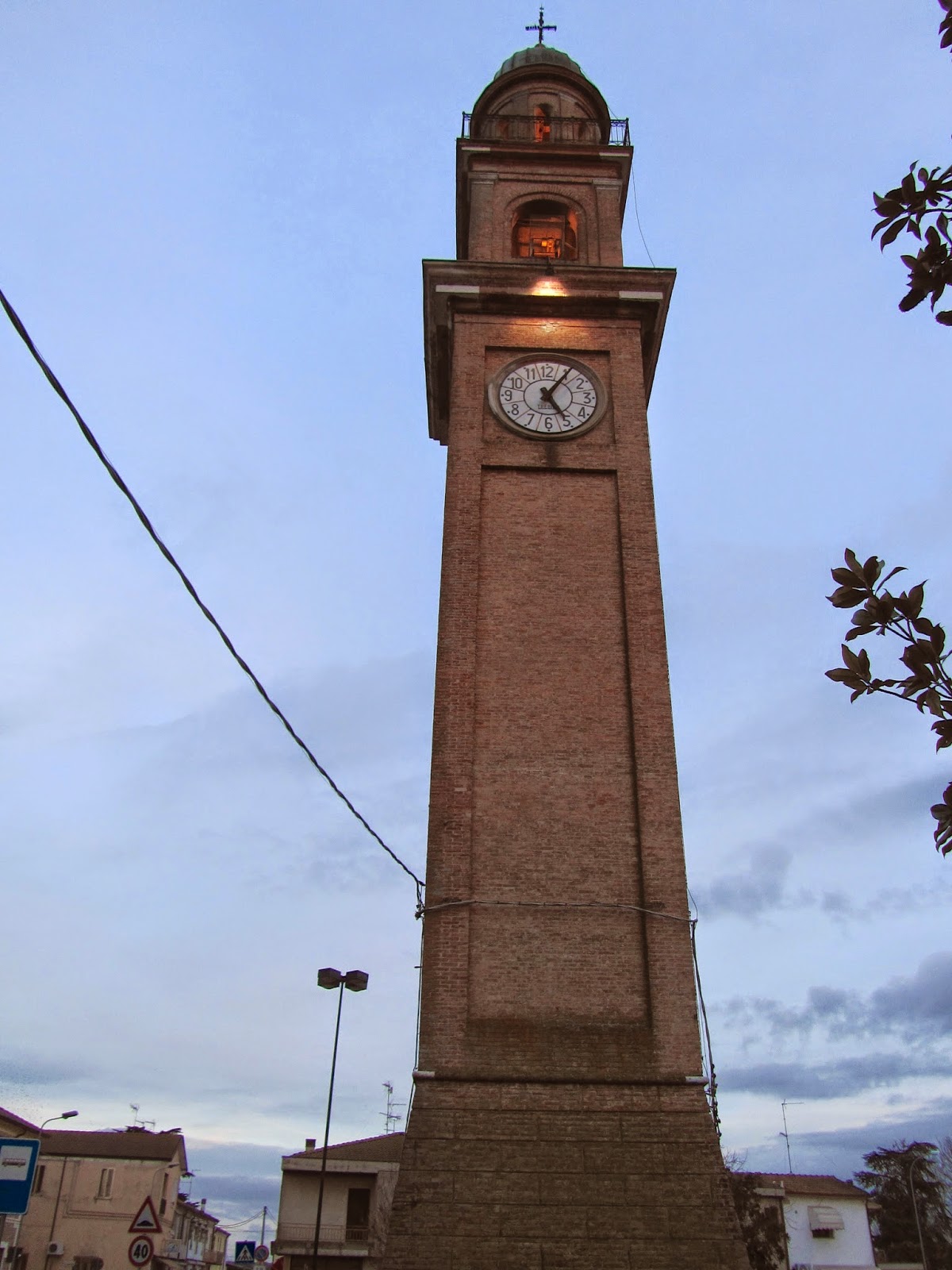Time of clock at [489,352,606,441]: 5:05
